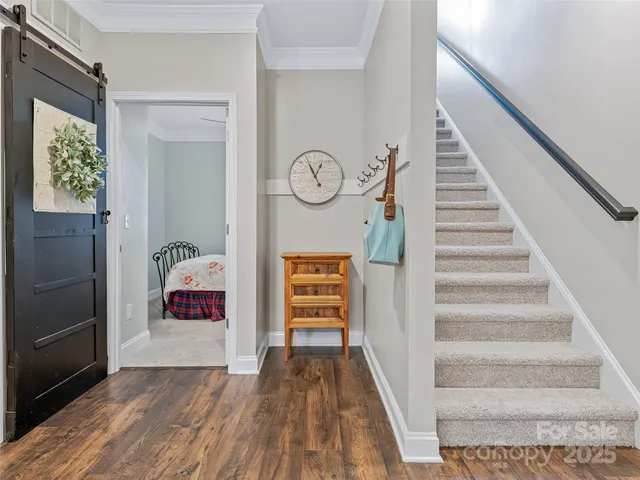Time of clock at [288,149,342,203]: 12:55
